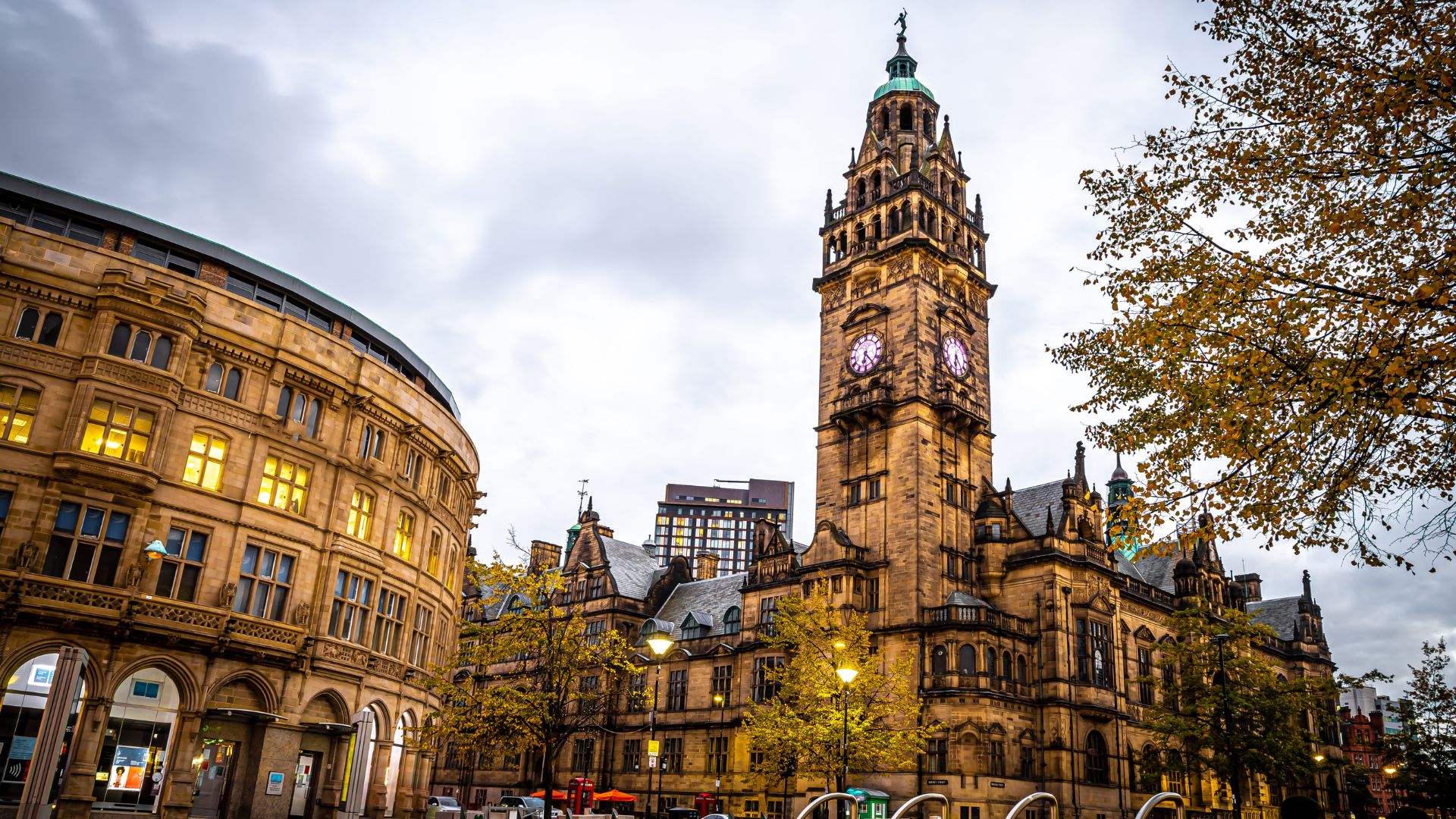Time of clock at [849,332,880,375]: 6:24
